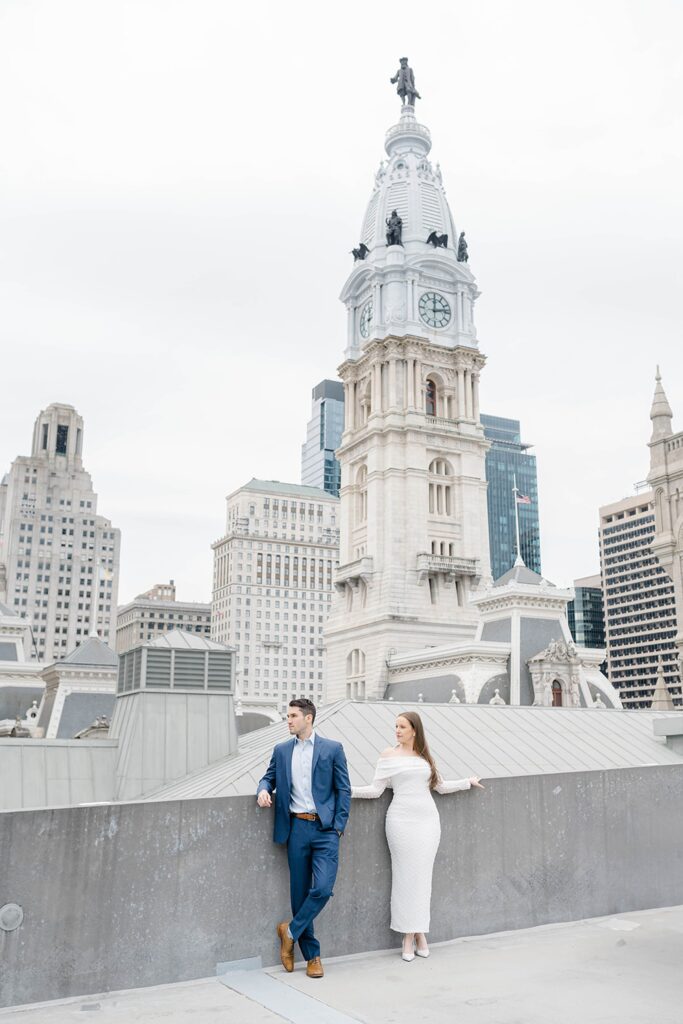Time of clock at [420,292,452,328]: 12:13
